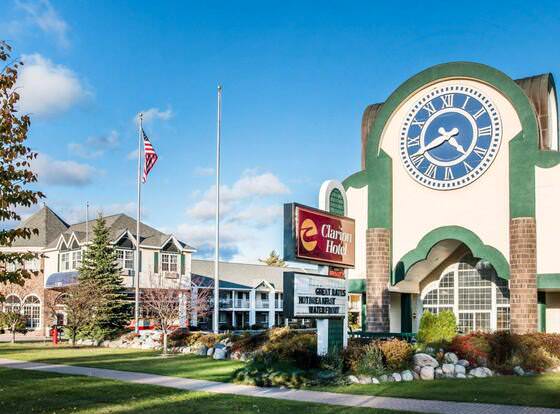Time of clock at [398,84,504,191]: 4:40
